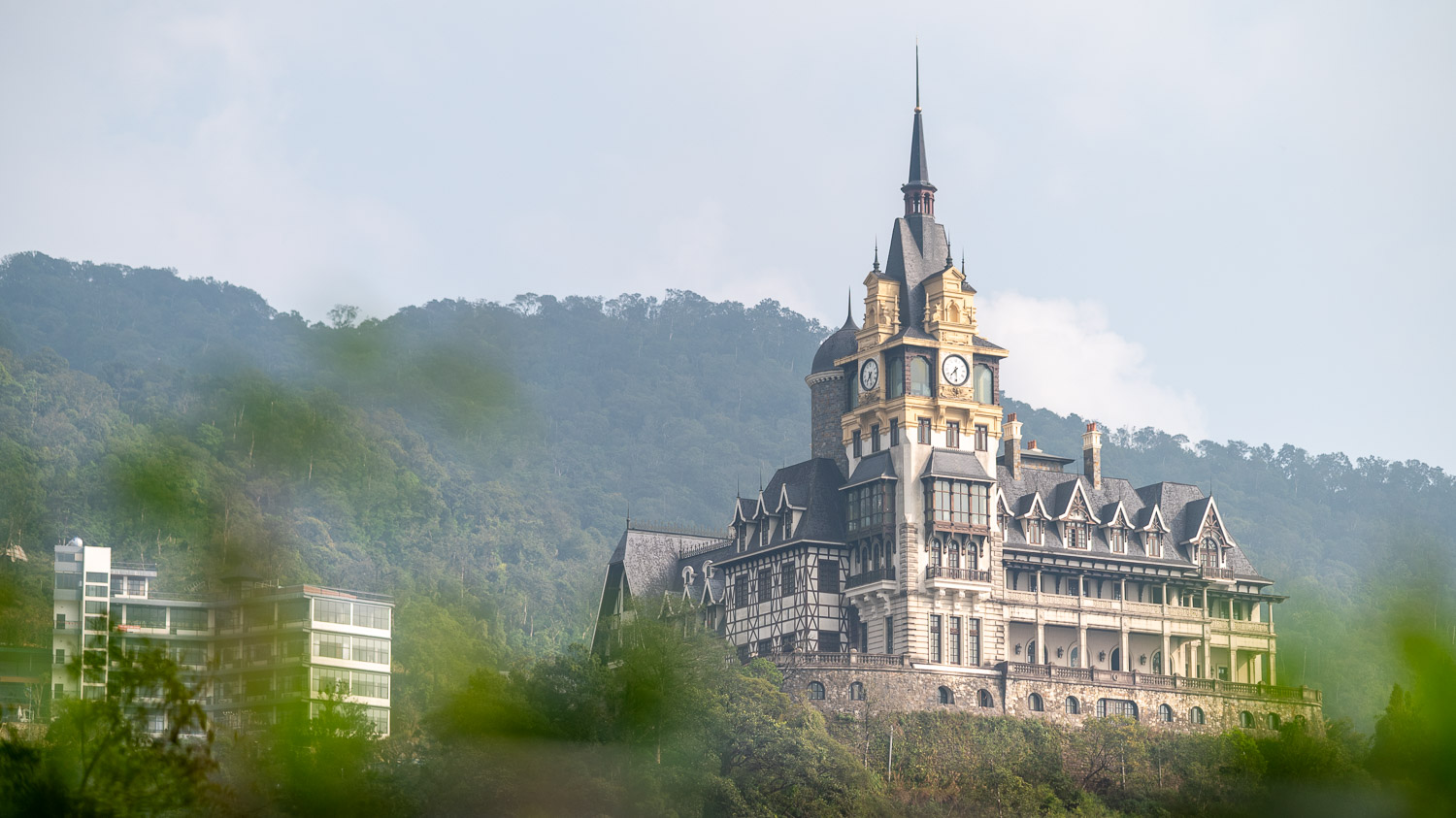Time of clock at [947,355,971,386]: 7:28
